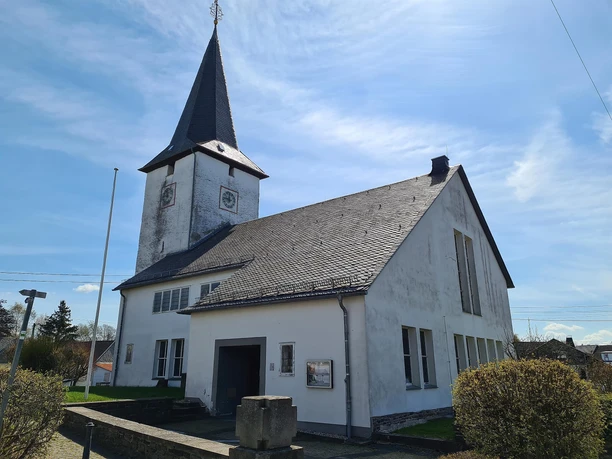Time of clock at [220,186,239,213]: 11:46
